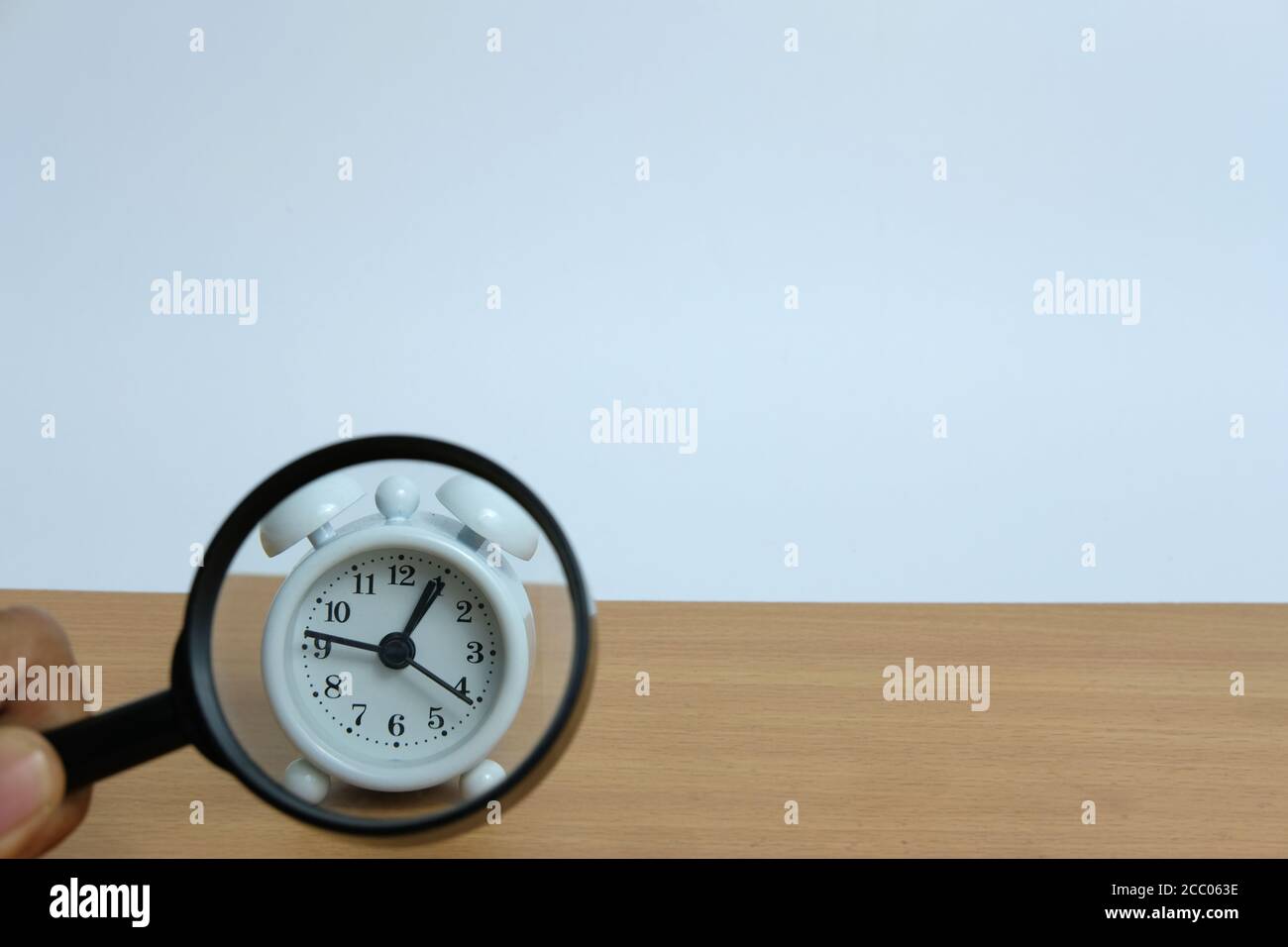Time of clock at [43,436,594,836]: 12:46
